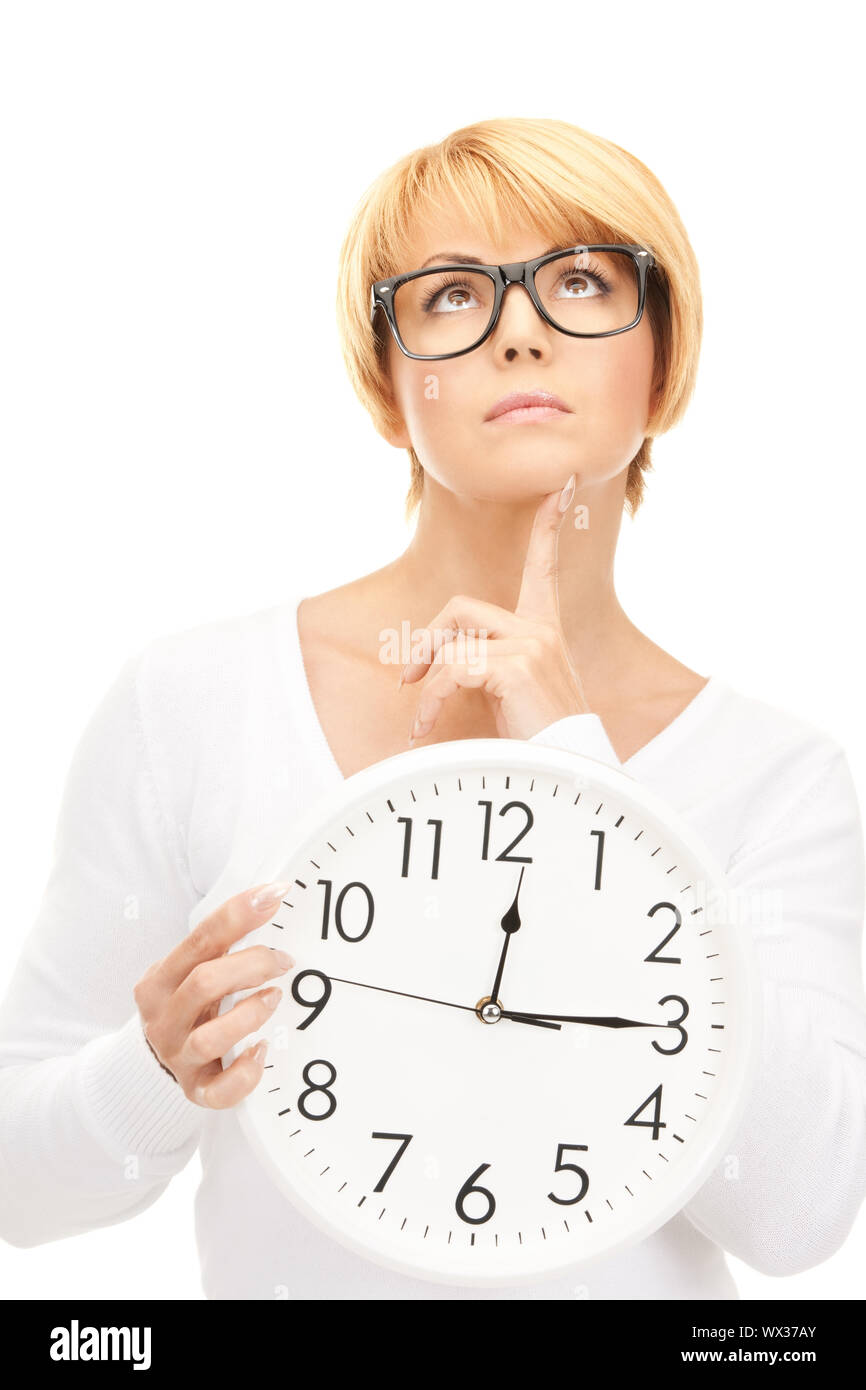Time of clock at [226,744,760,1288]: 12:15
